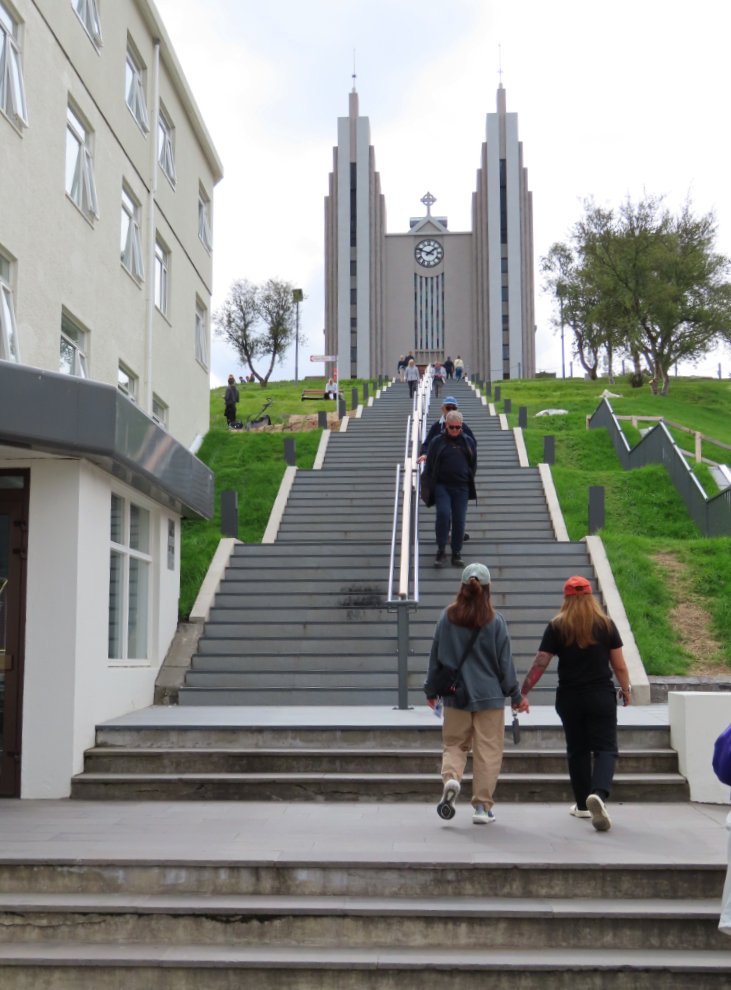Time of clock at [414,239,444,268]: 1:47
